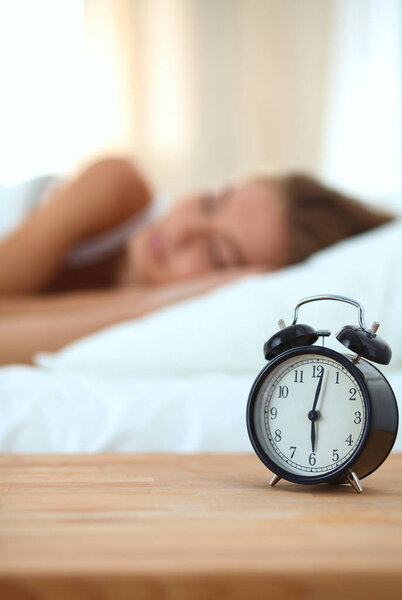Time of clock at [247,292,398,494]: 6:01
